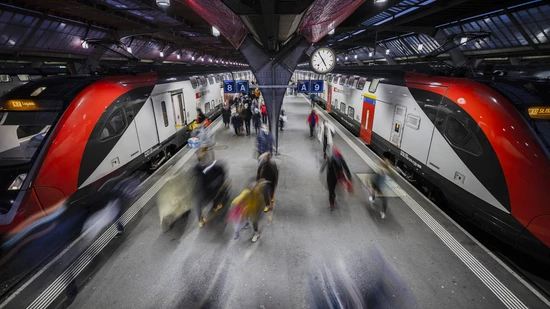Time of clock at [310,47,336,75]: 4:54
